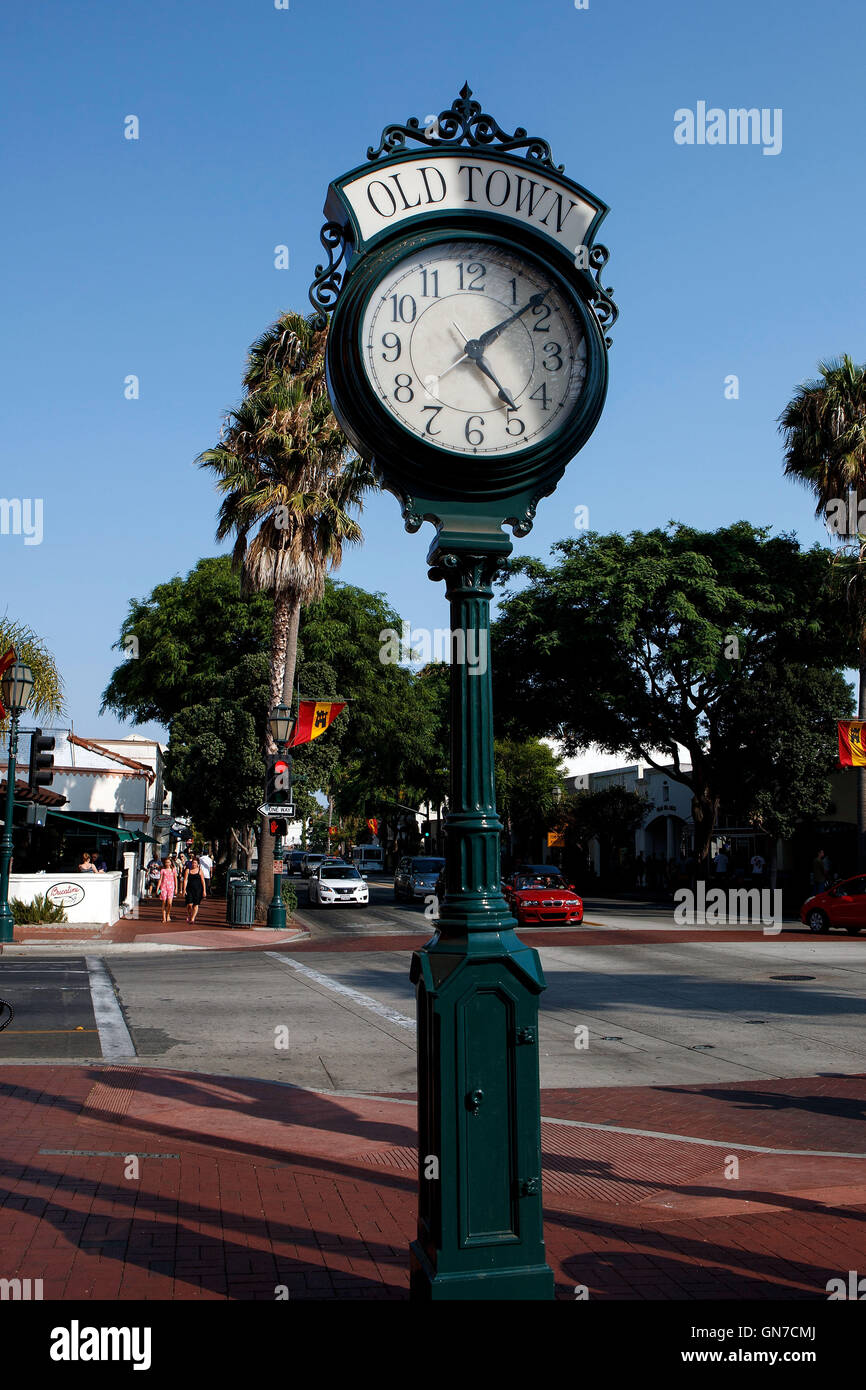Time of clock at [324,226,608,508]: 5:08
